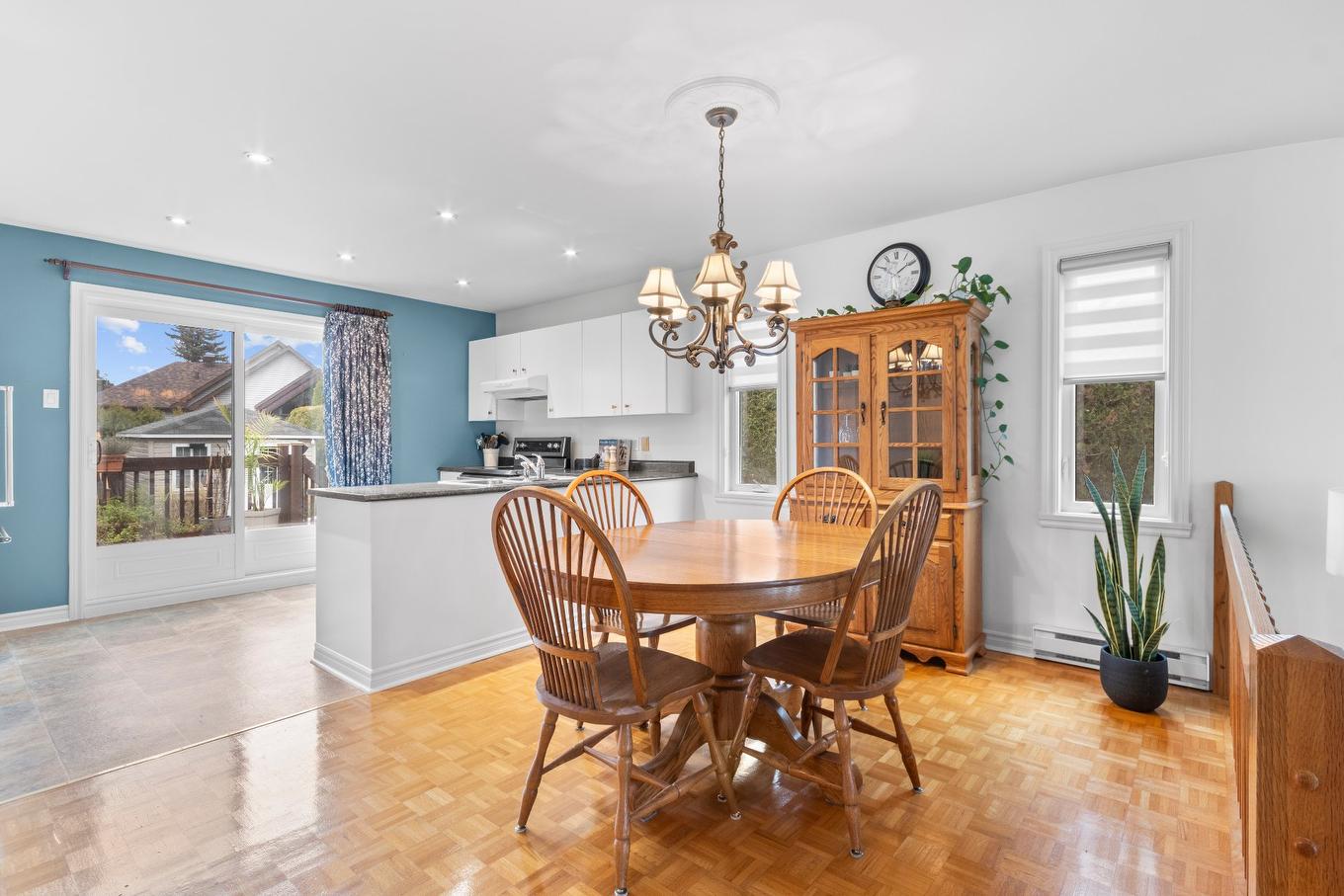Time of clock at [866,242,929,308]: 1:50
